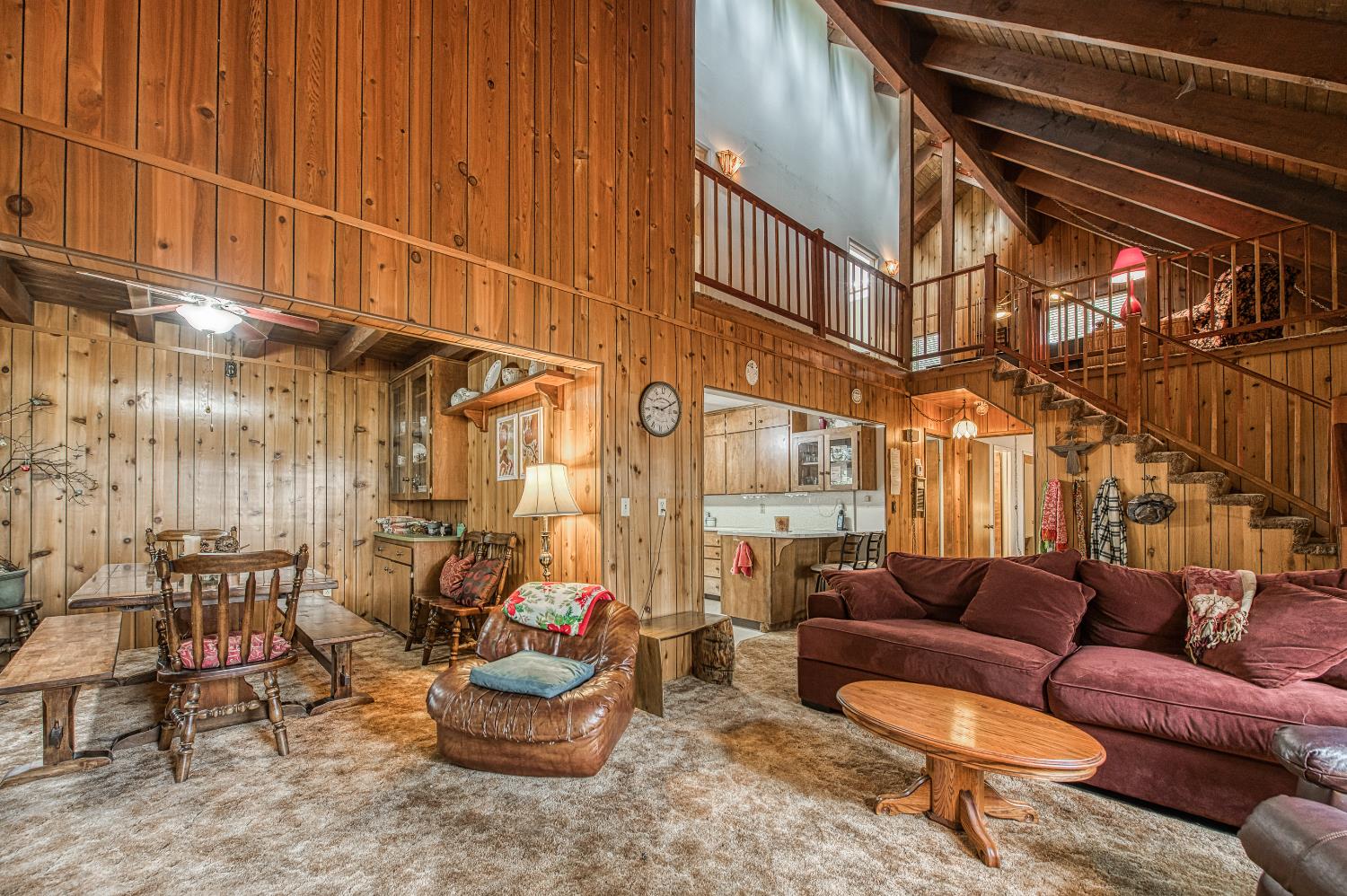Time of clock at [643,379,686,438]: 9:10
